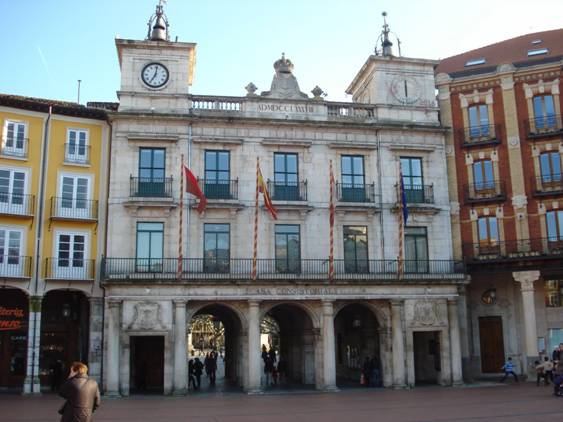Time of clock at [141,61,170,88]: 7:01
